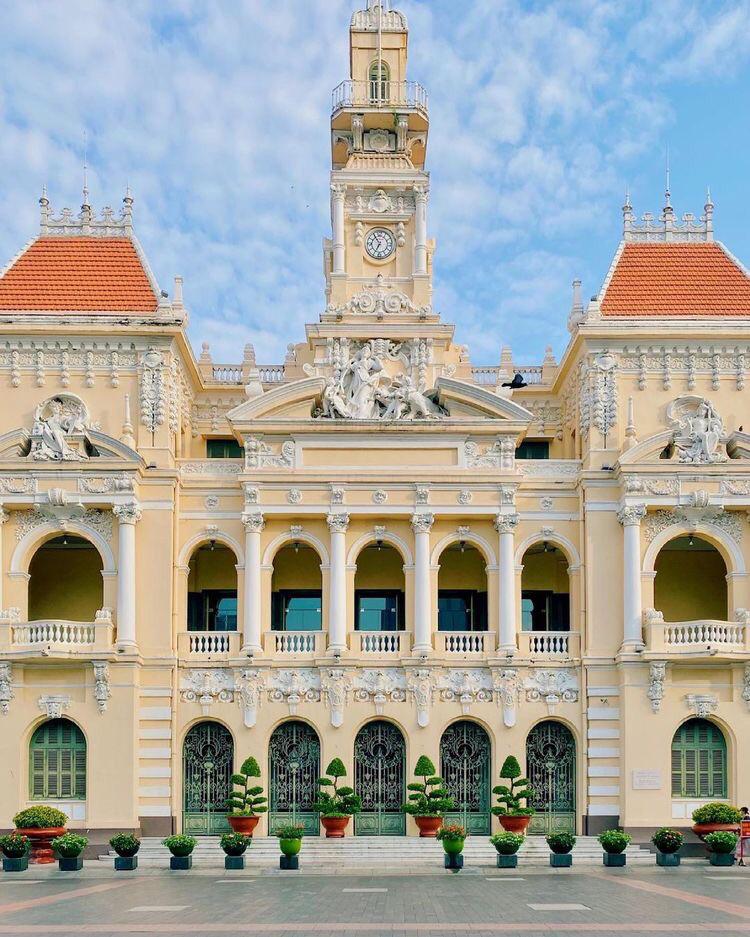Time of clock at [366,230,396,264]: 6:54
